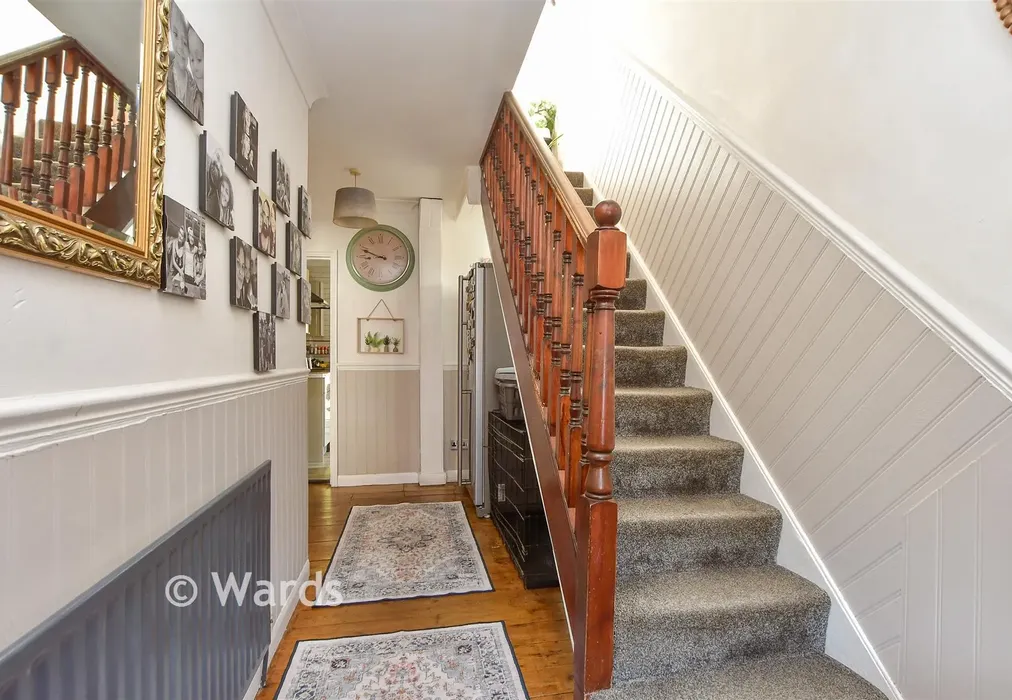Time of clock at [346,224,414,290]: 8:48
